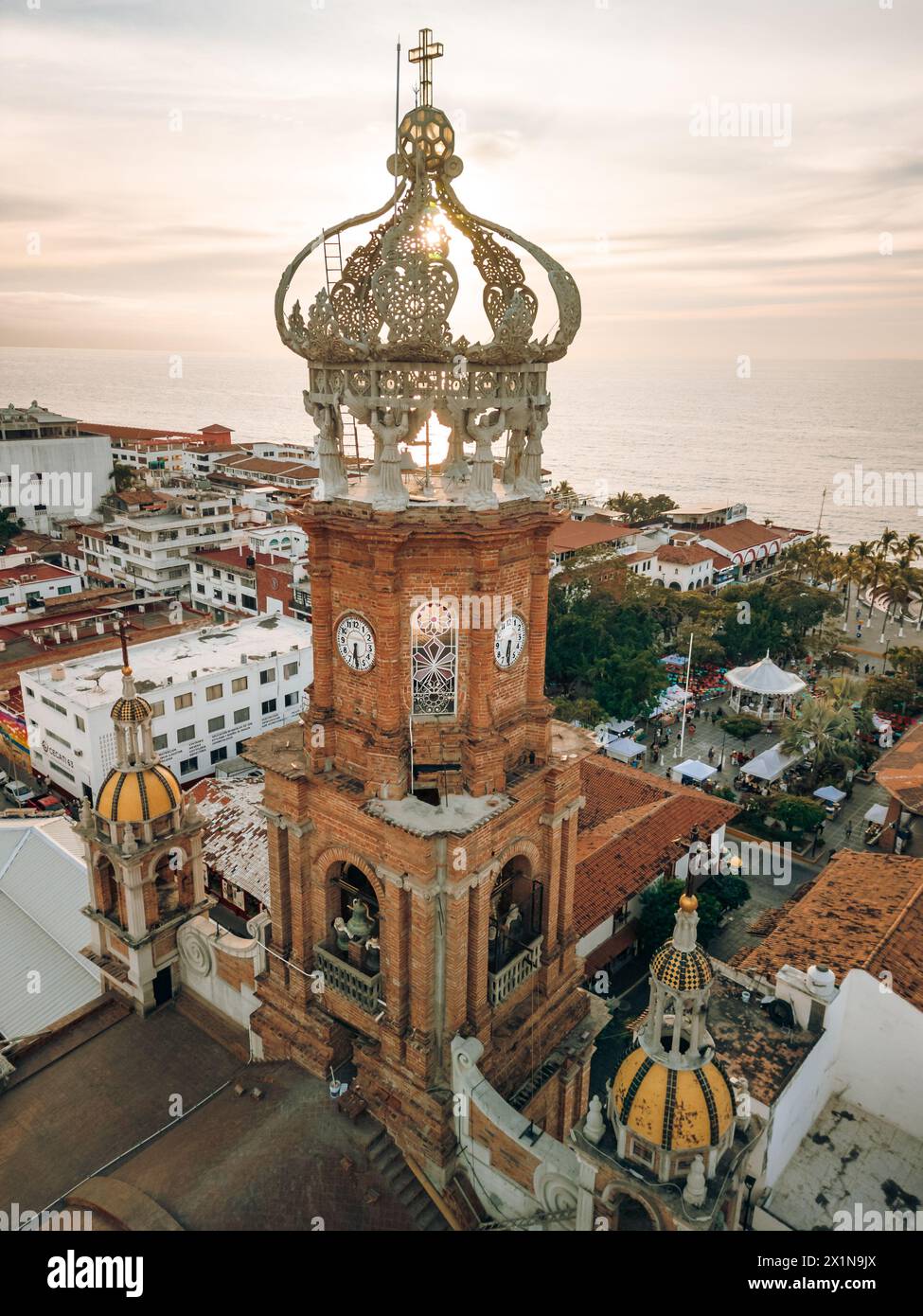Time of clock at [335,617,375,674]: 6:29
